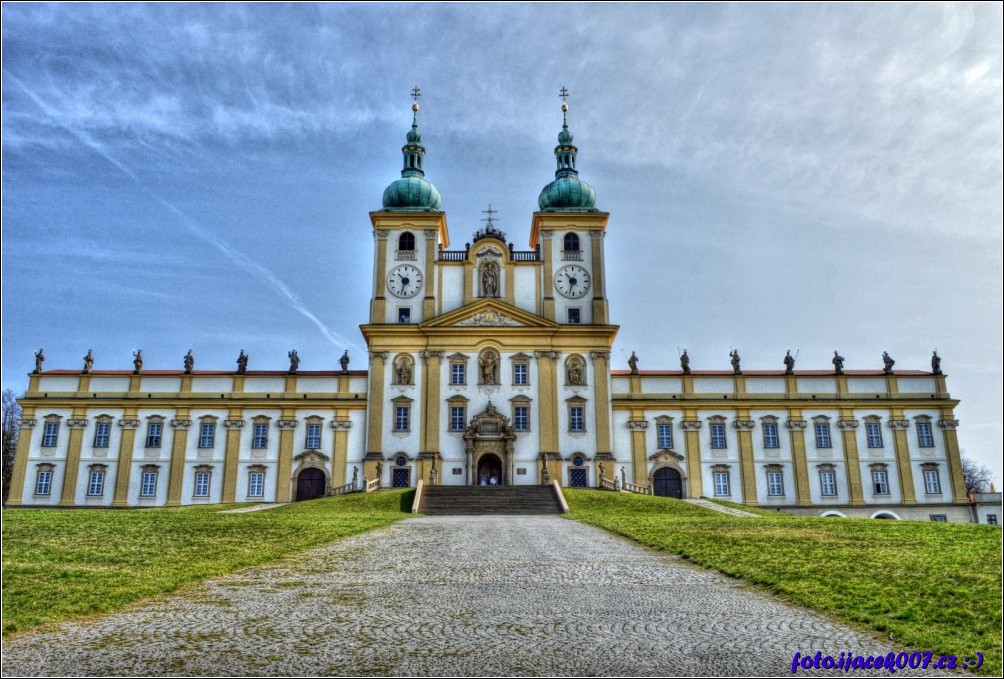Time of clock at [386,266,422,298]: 10:32
